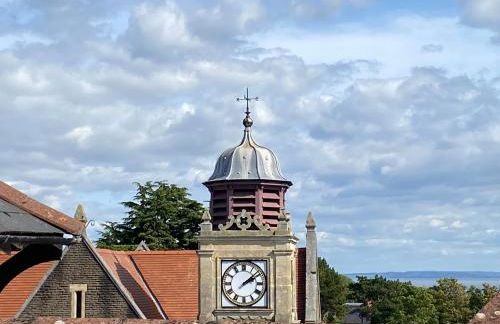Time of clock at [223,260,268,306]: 2:08
